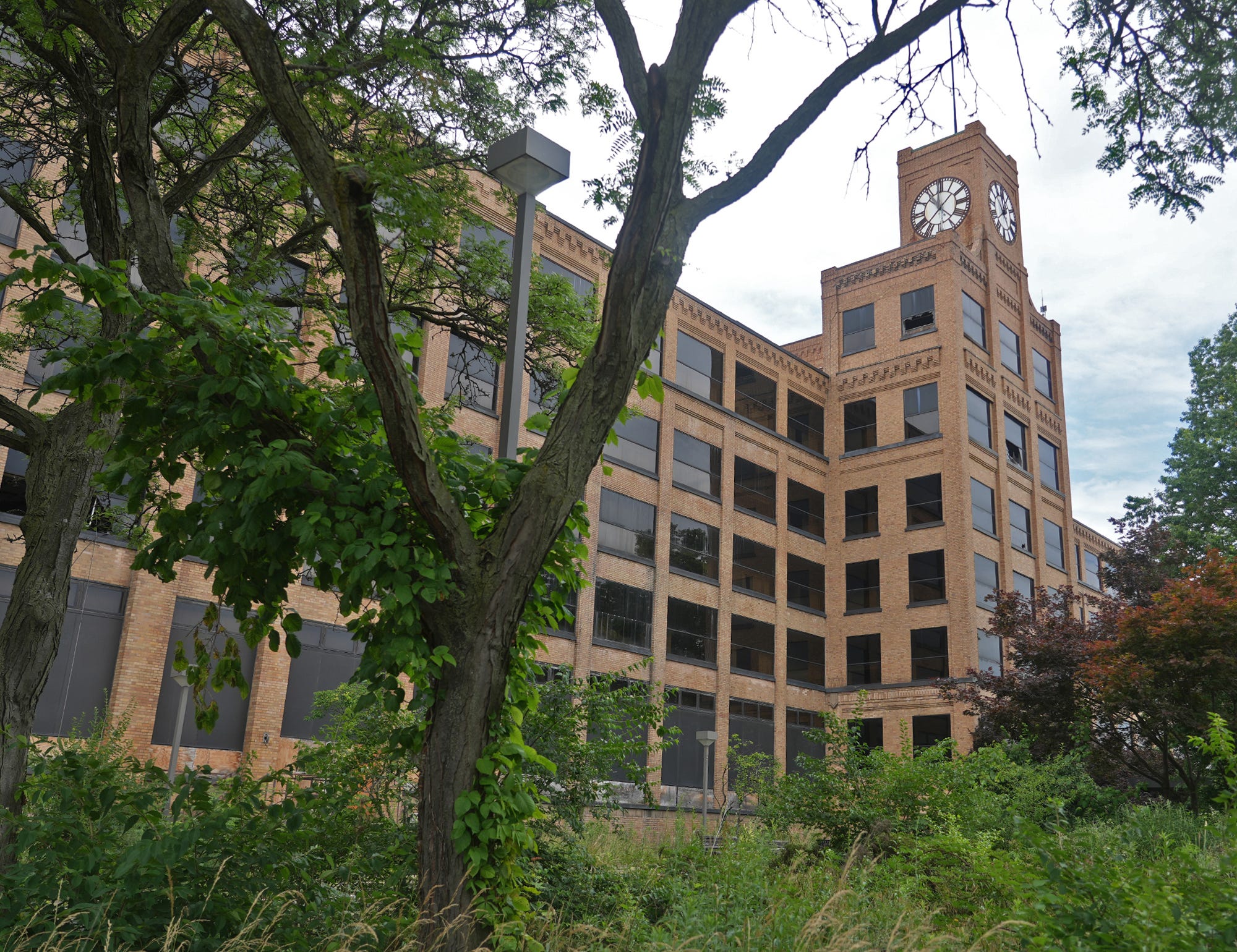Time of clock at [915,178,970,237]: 1:37
